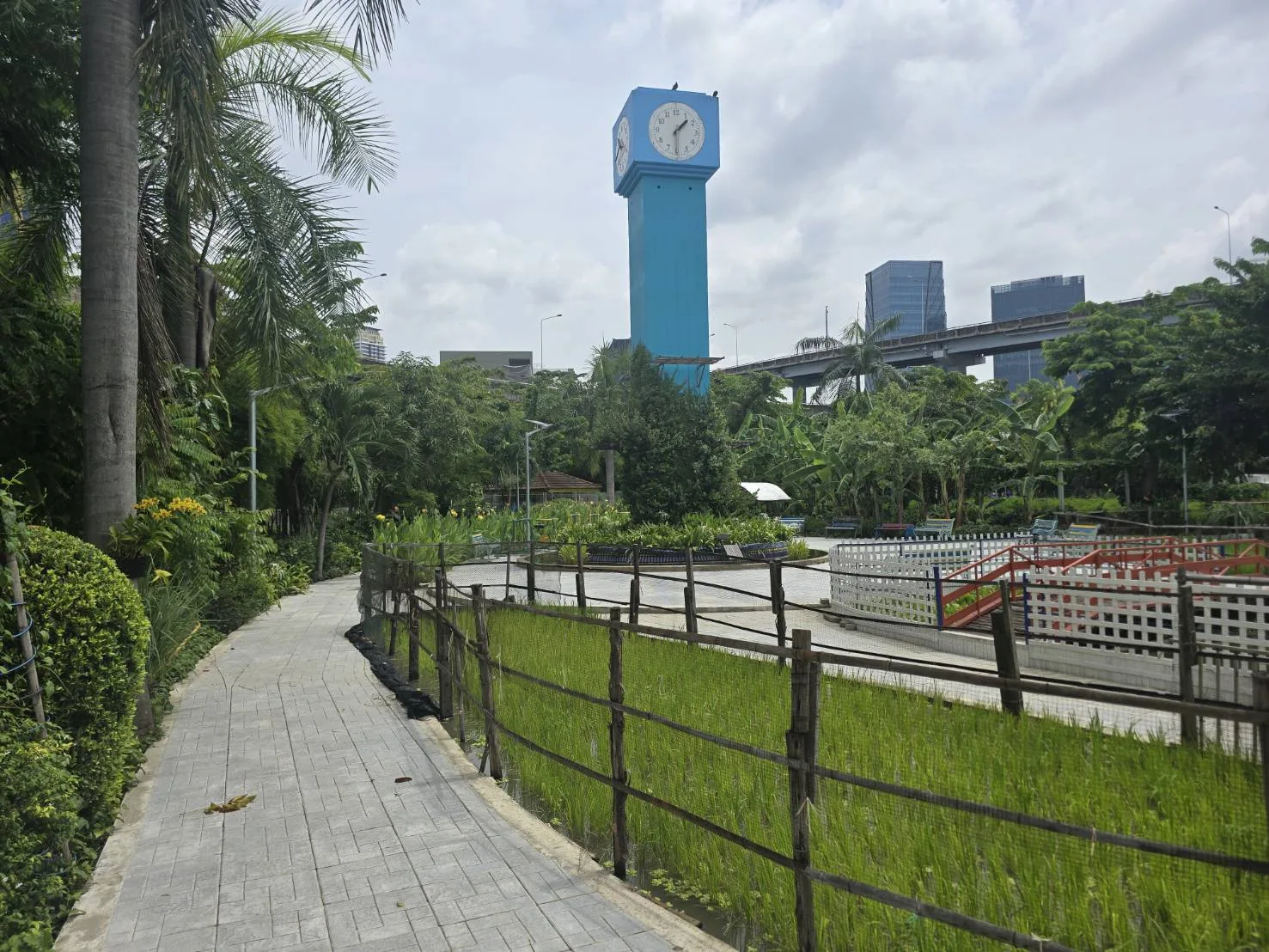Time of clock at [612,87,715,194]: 1:30
